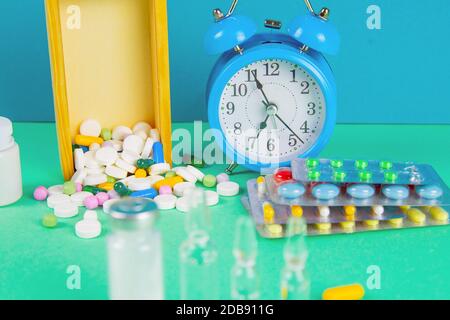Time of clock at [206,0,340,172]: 6:55
